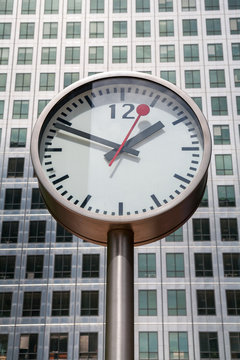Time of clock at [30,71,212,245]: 1:49
